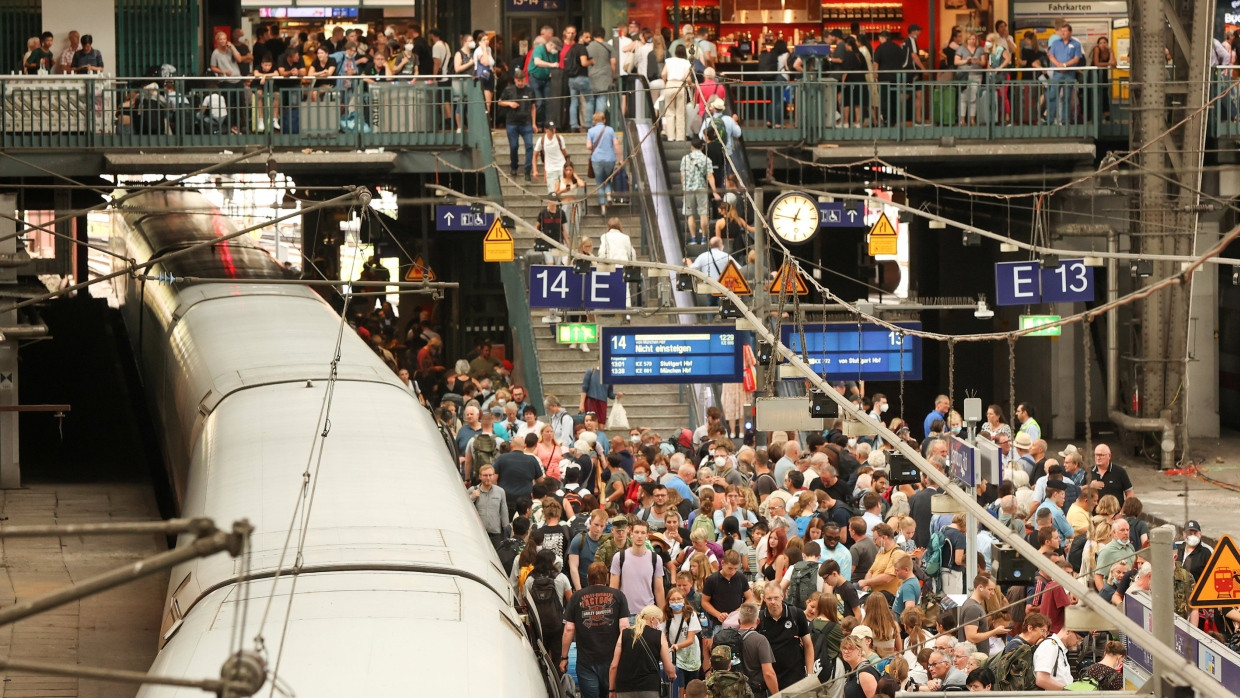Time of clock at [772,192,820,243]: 12:46
